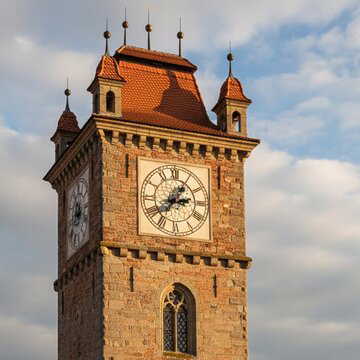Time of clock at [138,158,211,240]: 2:36
